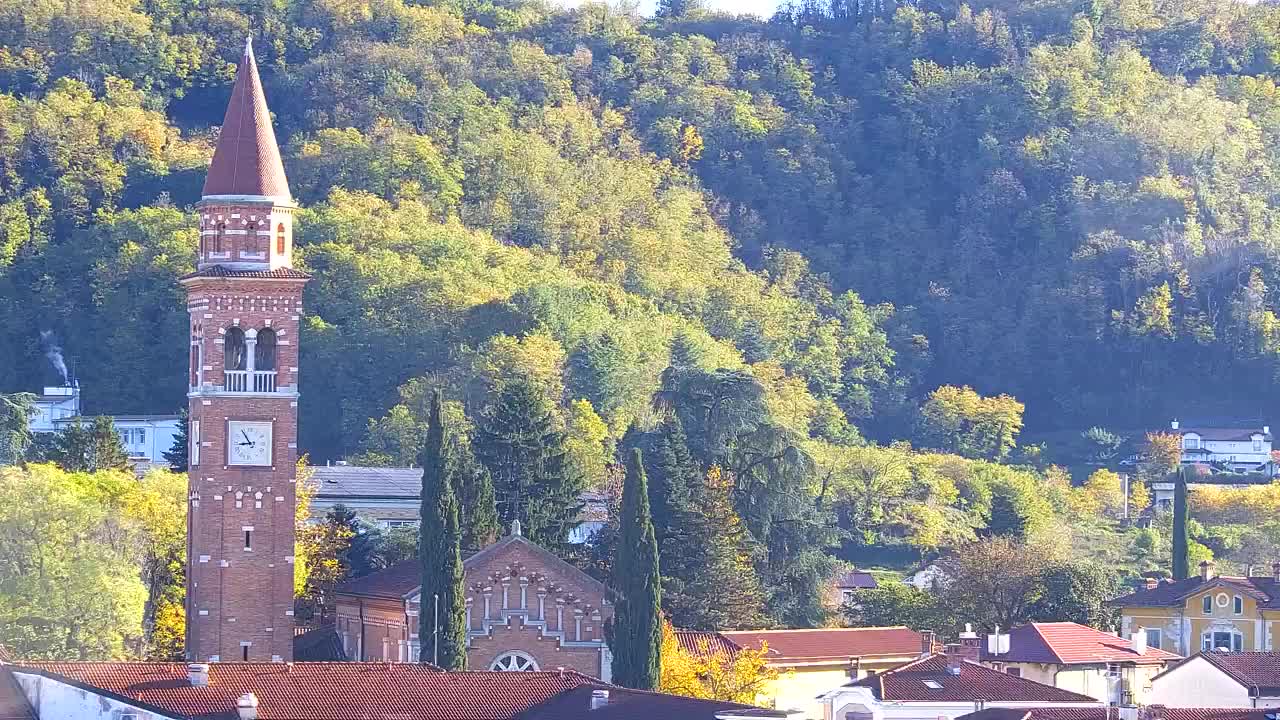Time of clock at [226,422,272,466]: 8:54
